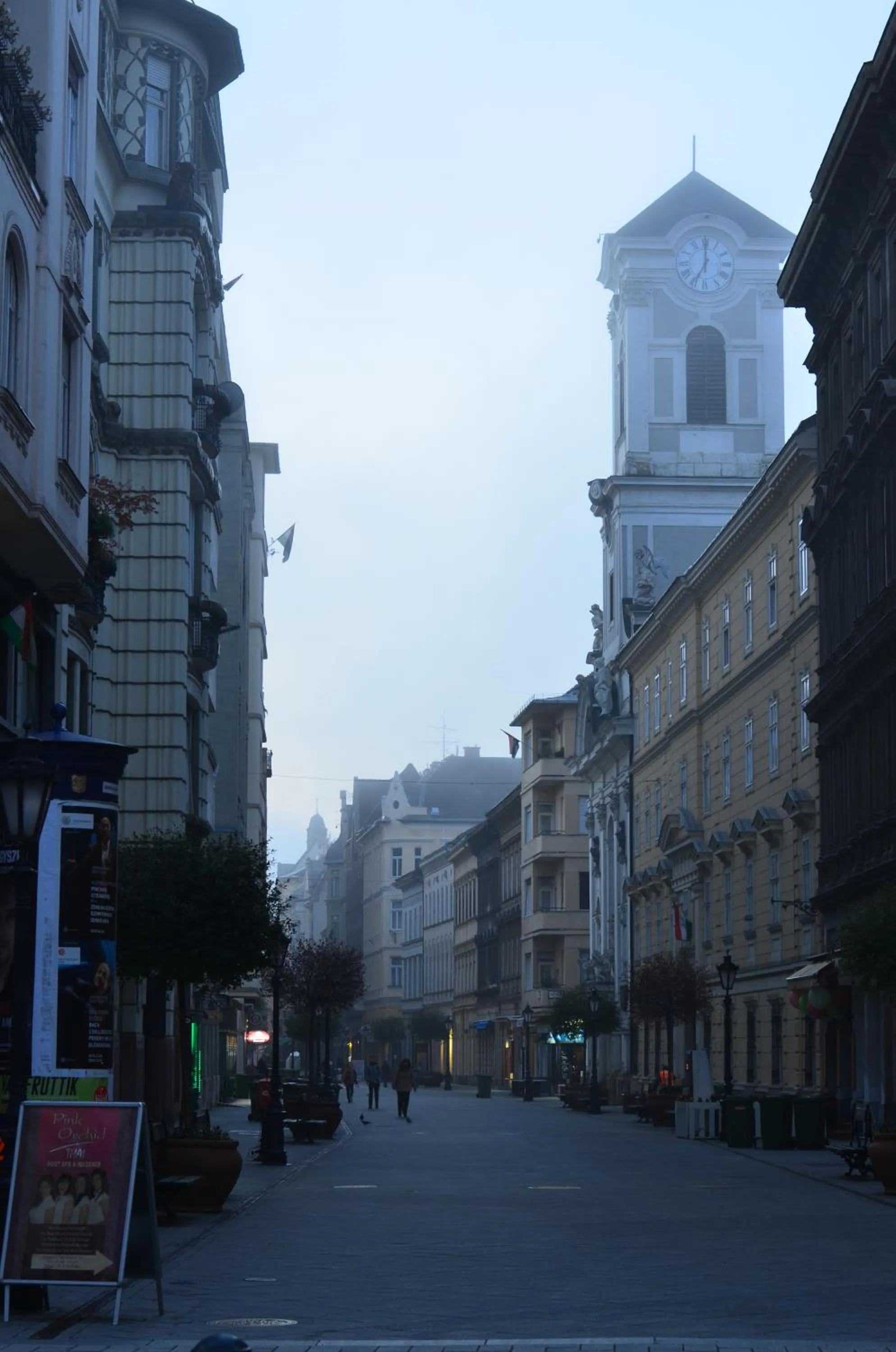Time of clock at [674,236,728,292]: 6:59
